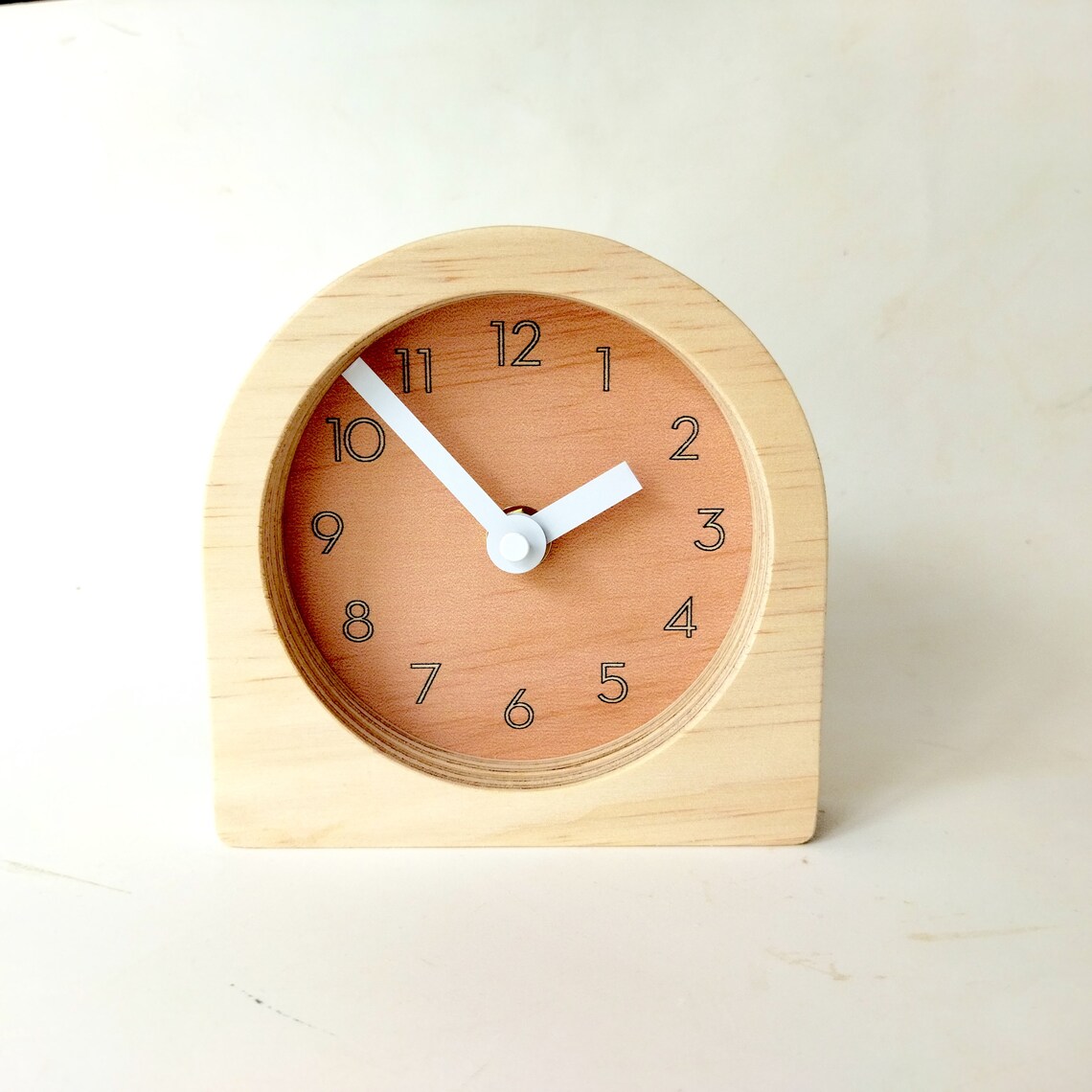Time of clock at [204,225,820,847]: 1:52
